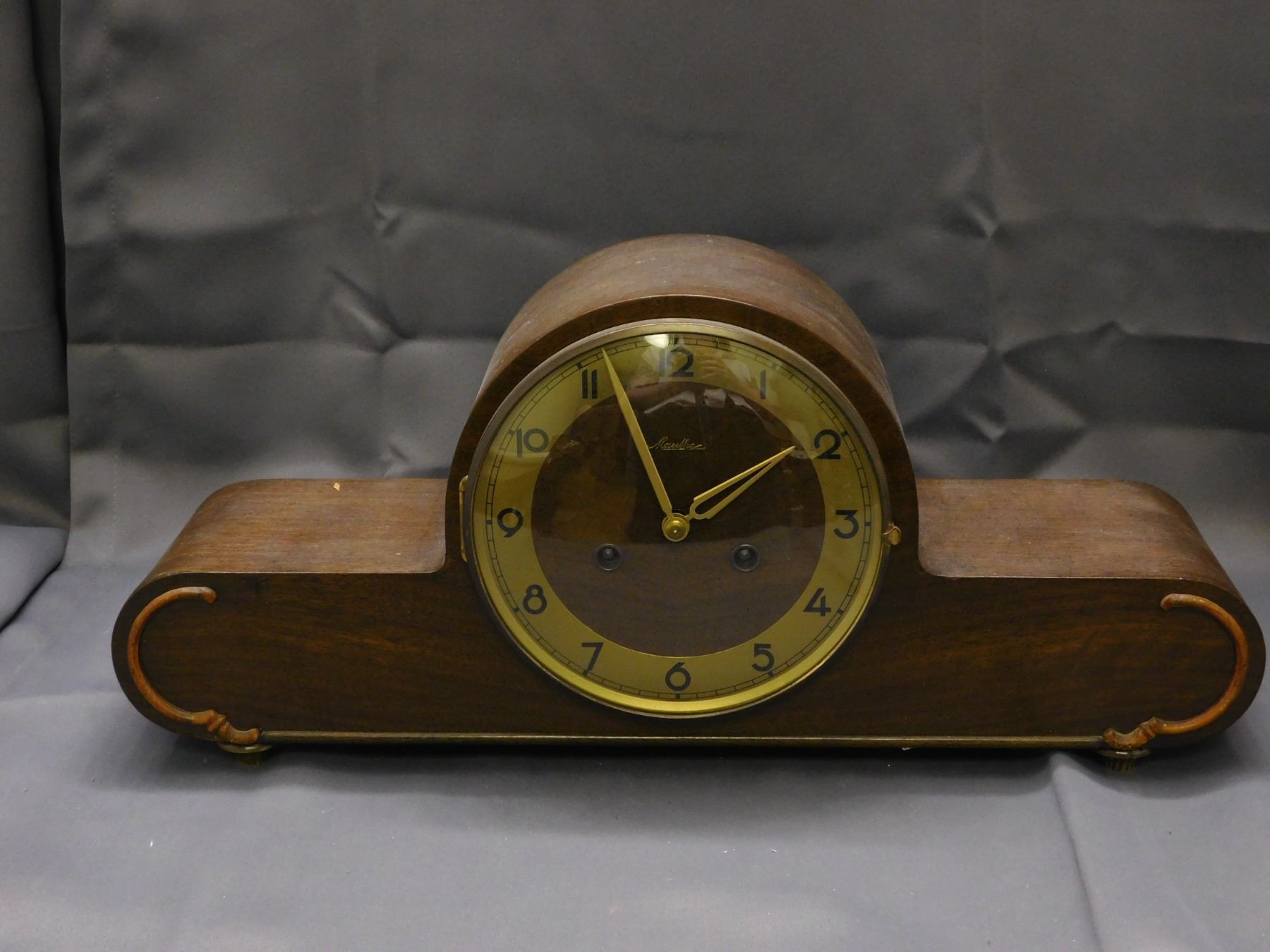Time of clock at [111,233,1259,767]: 1:56
